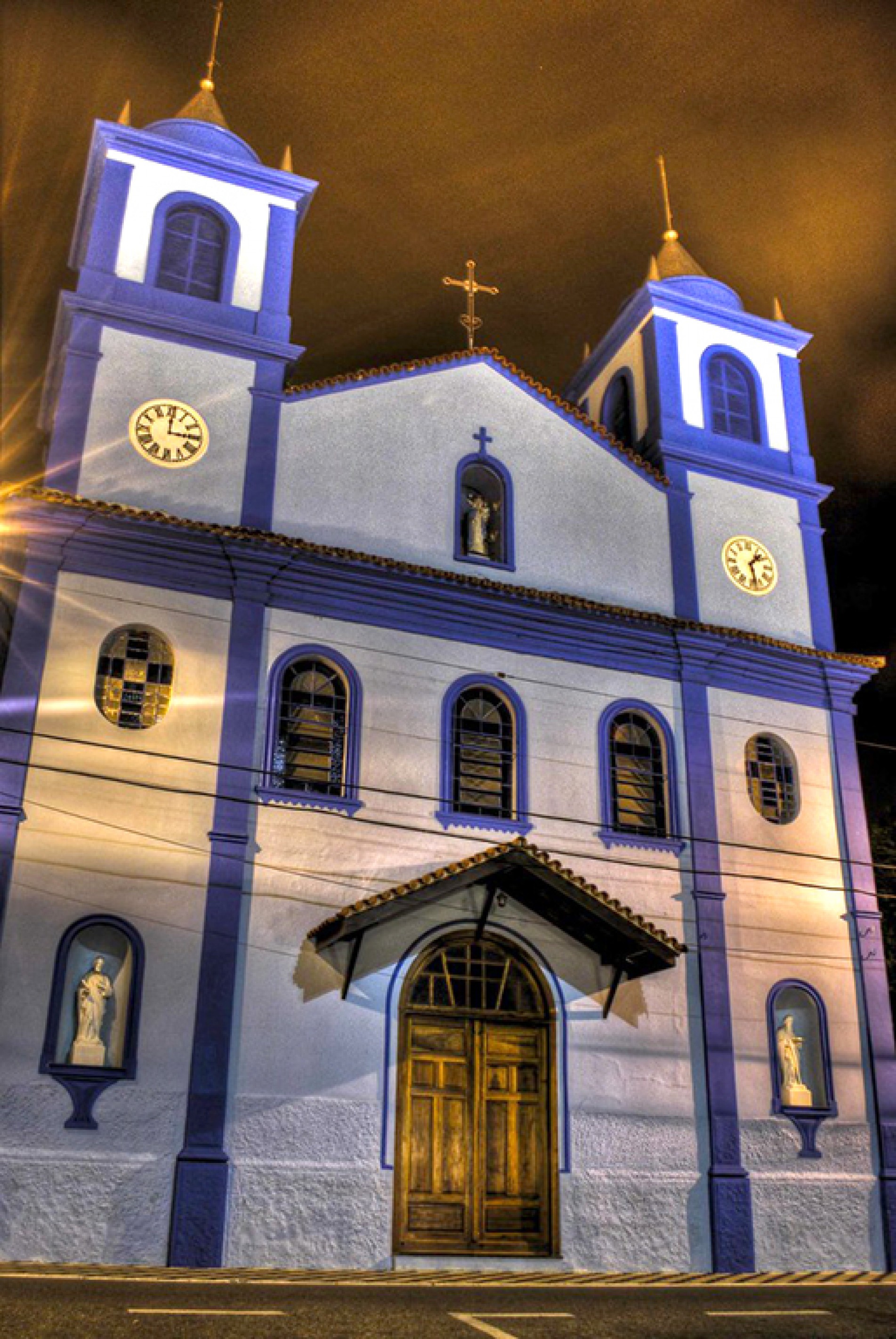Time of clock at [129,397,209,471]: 3:00
